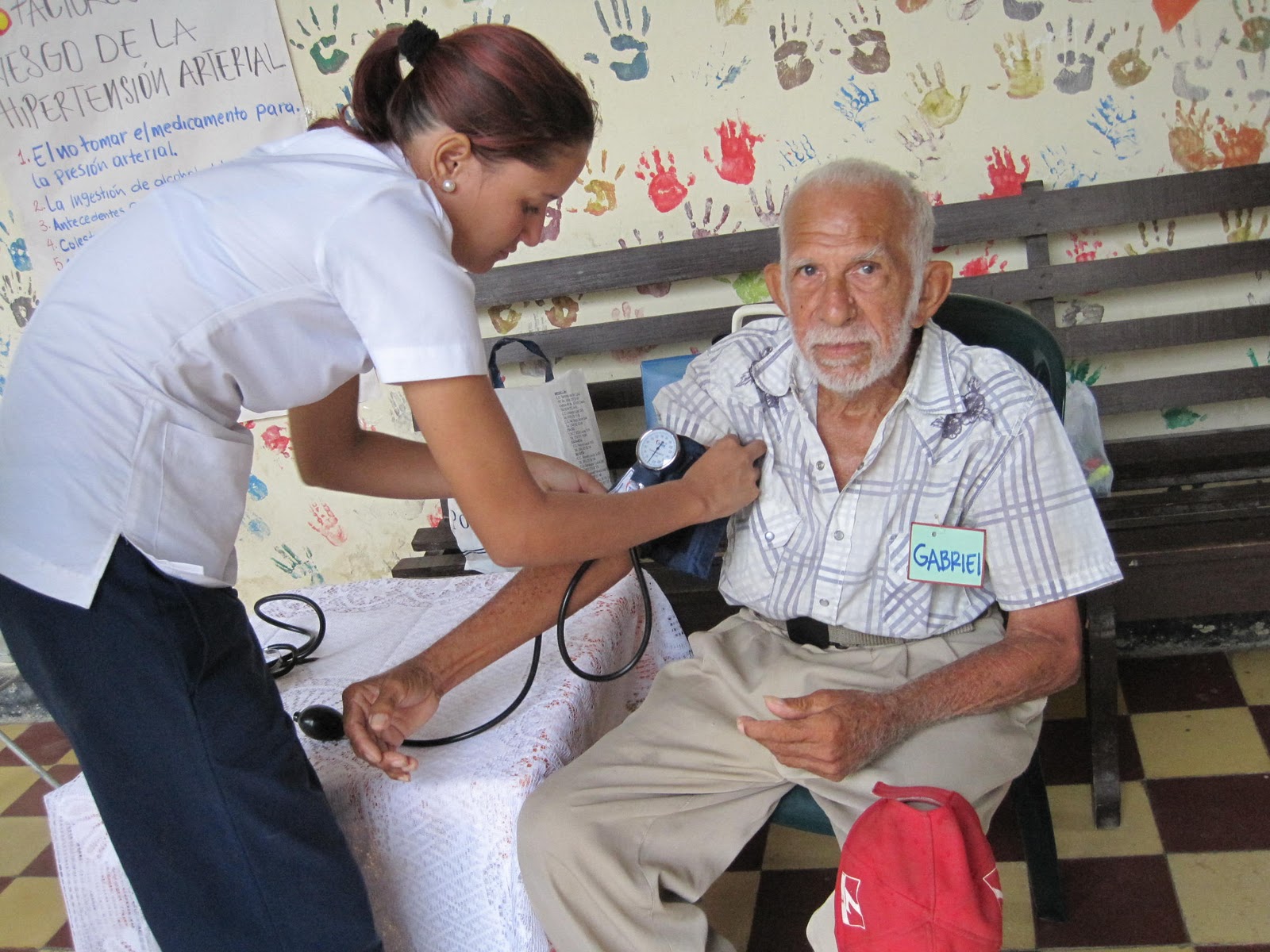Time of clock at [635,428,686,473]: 1:35
